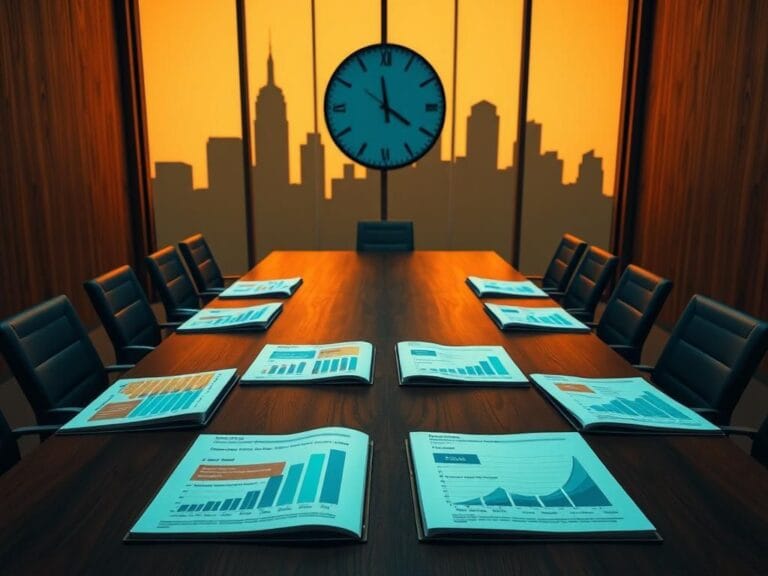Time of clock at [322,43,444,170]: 3:58
